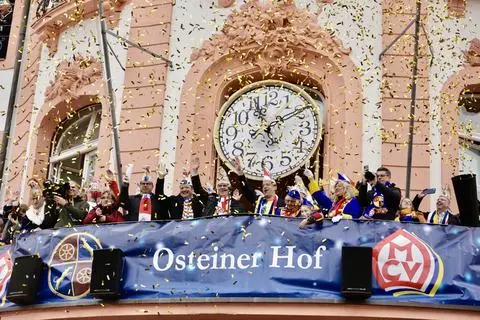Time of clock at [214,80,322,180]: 11:09
